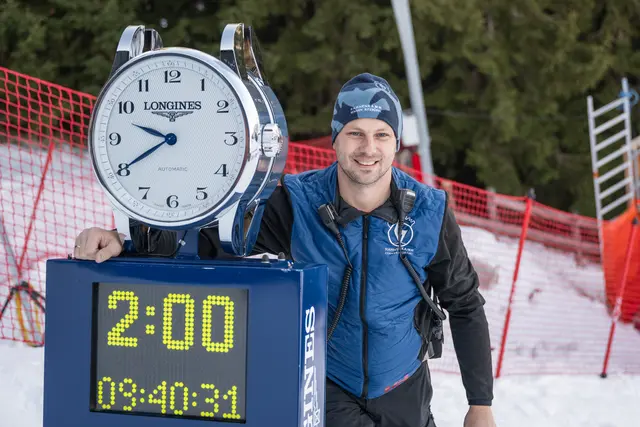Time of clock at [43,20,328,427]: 9:40
